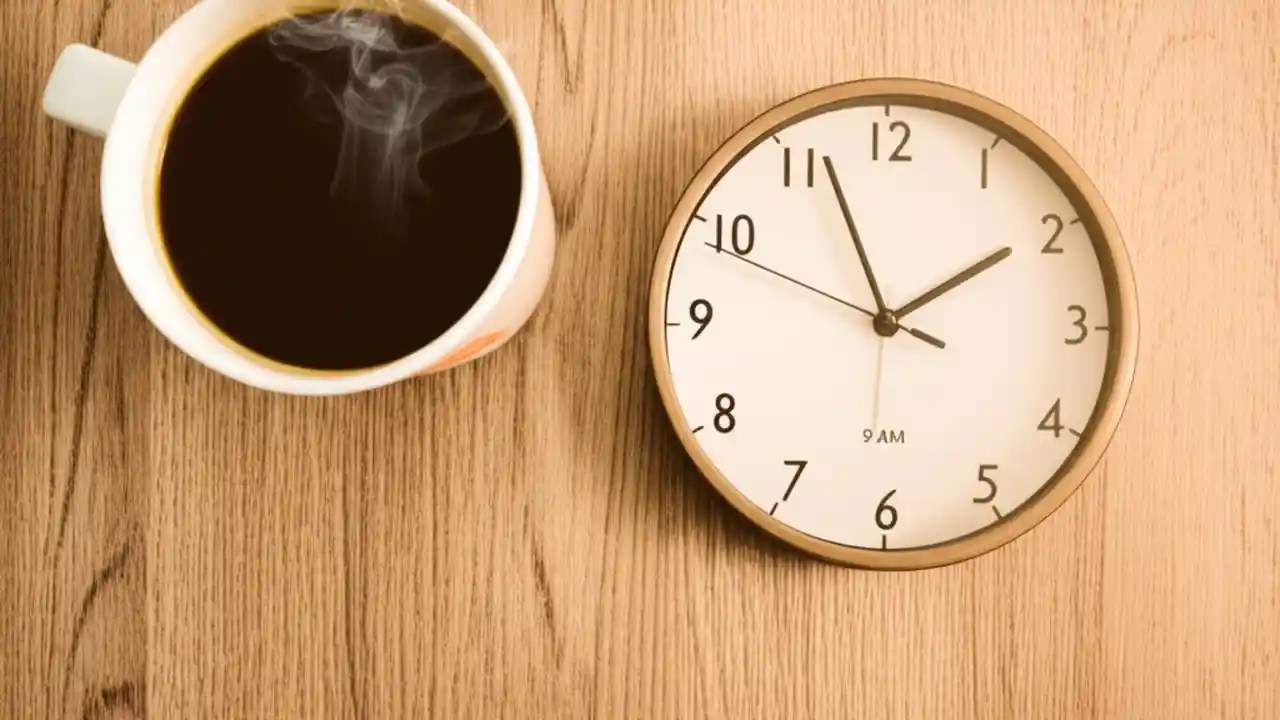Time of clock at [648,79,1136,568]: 1:56
